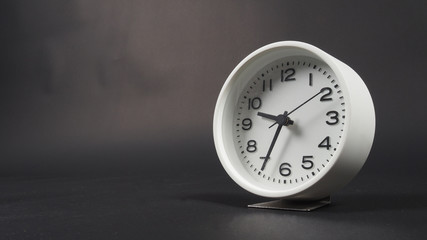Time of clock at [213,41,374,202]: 9:34
